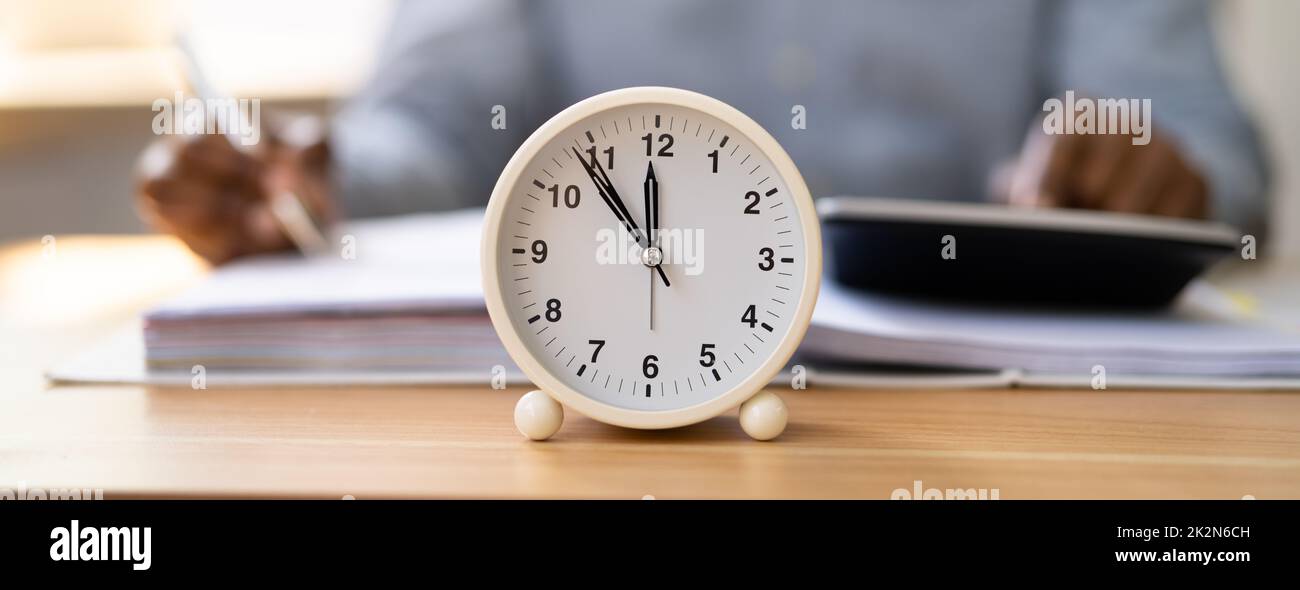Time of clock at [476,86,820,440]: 11:53
